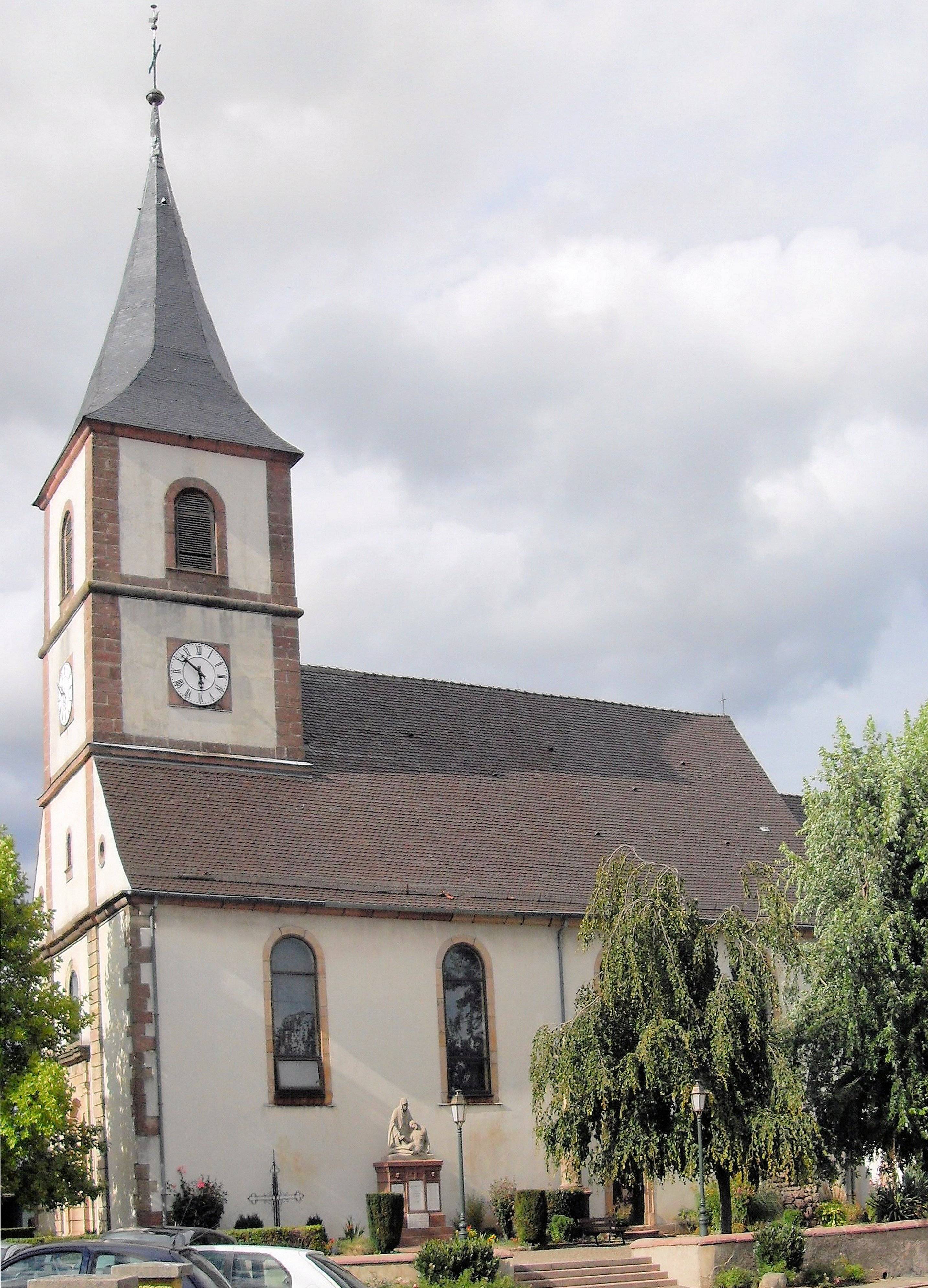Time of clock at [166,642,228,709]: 5:51
